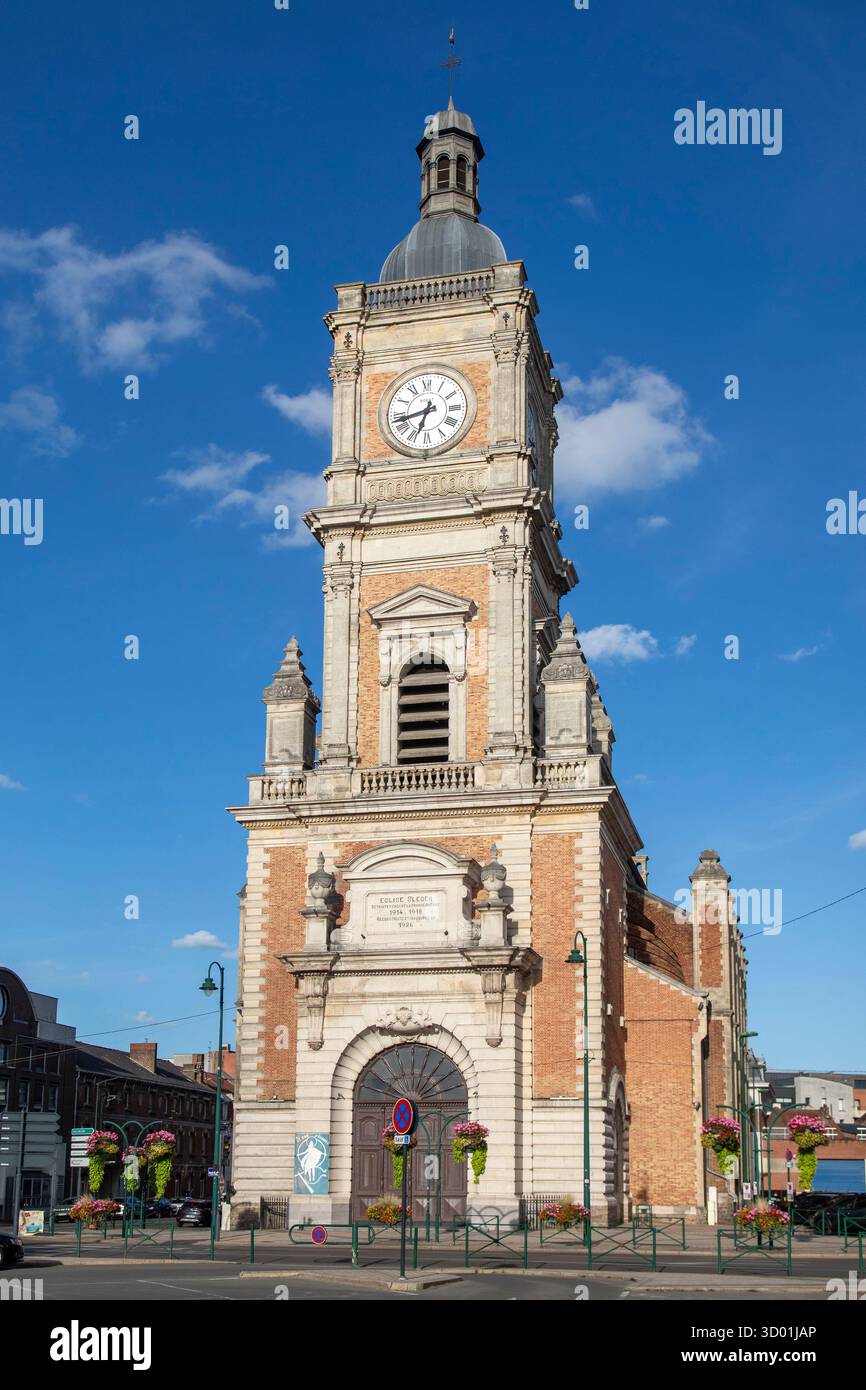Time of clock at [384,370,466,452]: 6:42
